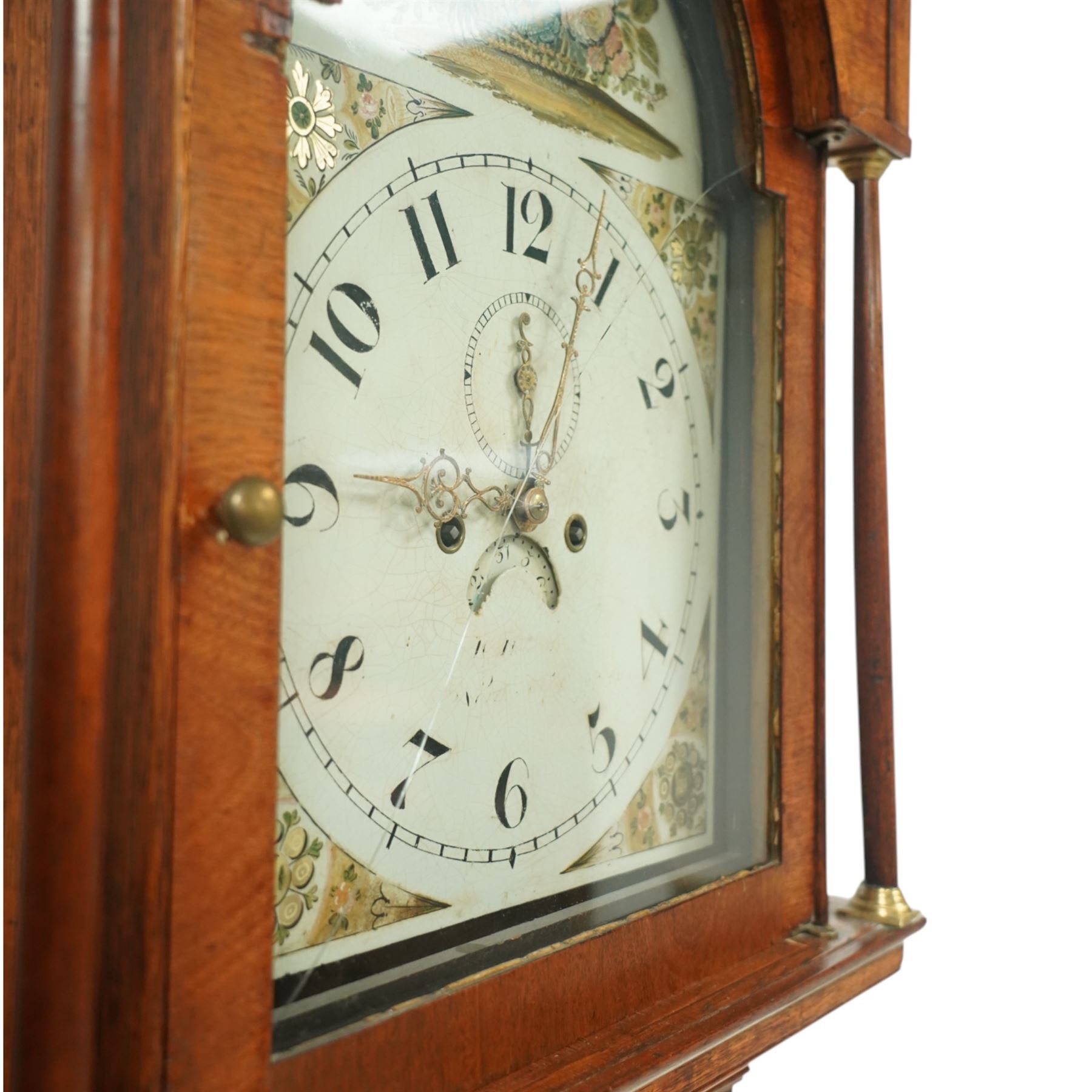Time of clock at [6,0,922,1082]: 11:45
